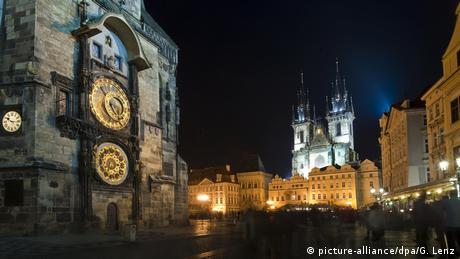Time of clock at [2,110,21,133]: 10:15
